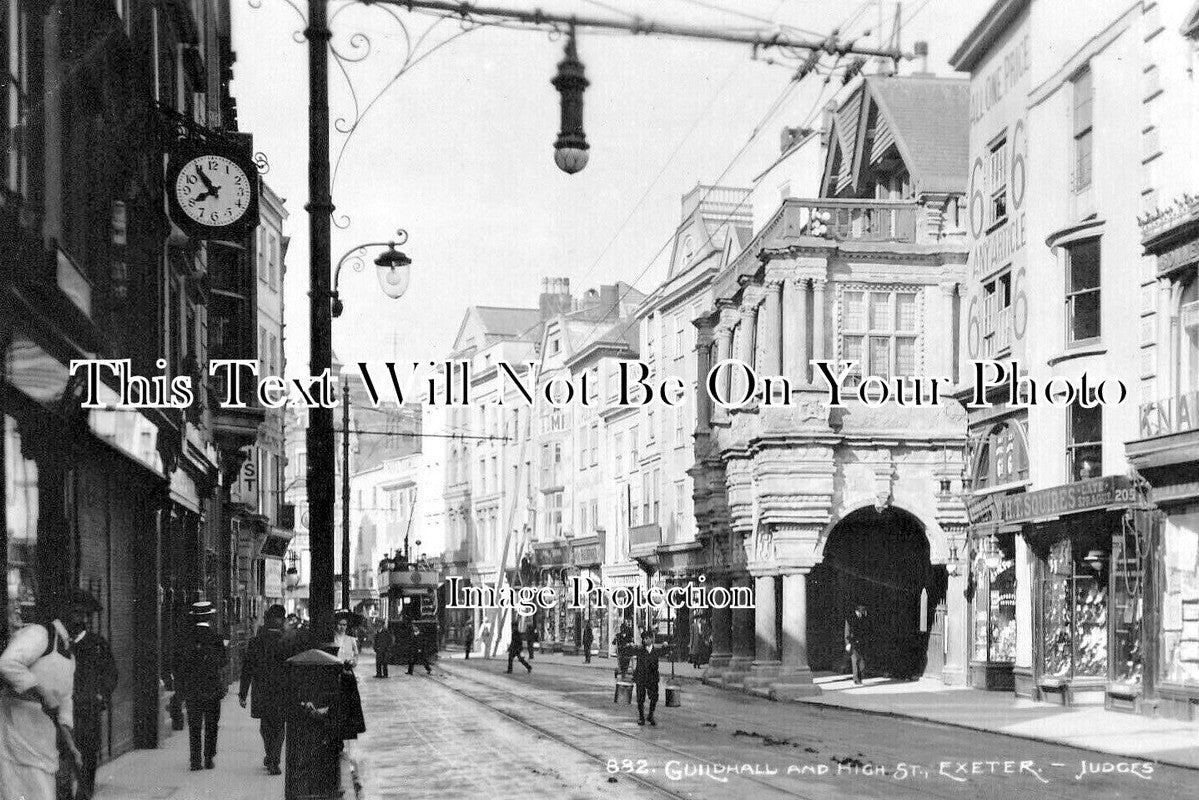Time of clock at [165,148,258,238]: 7:54
